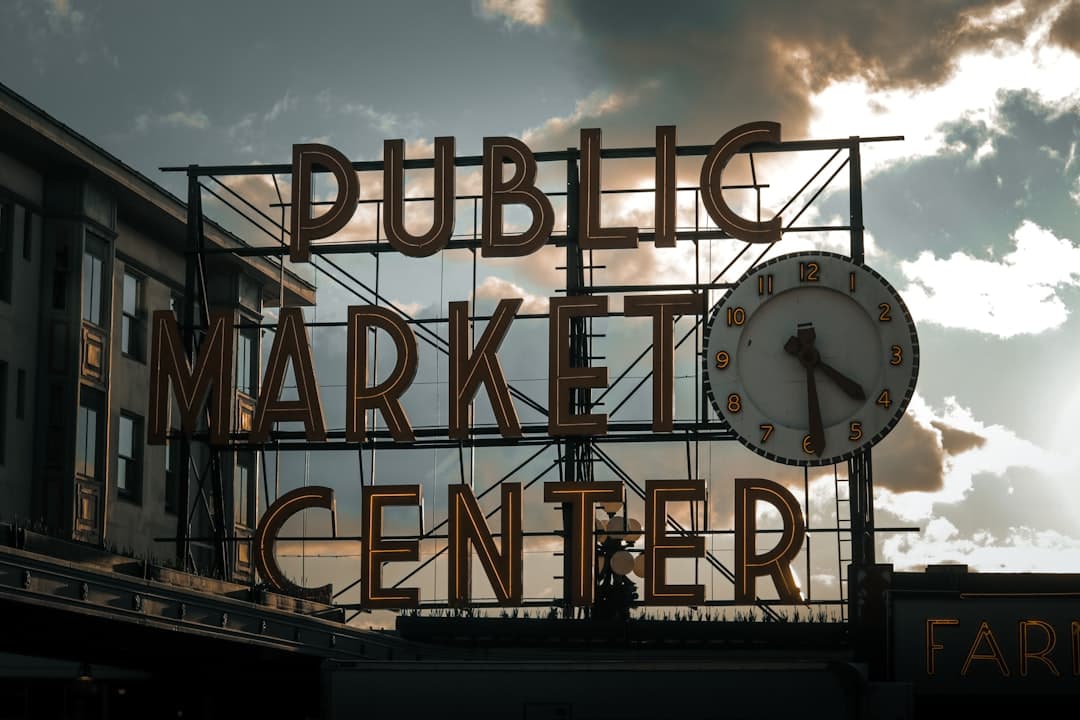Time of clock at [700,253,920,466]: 4:29
